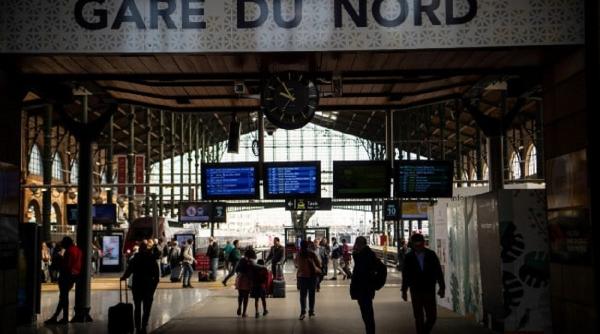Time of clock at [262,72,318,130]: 9:55
